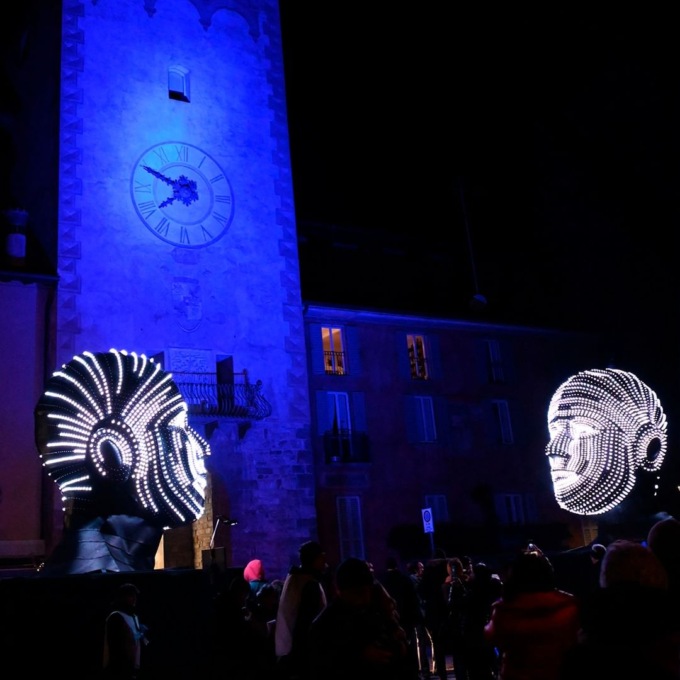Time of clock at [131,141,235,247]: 7:49
